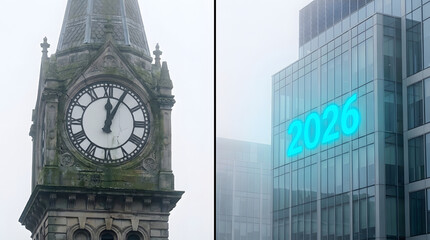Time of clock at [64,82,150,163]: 12:04
